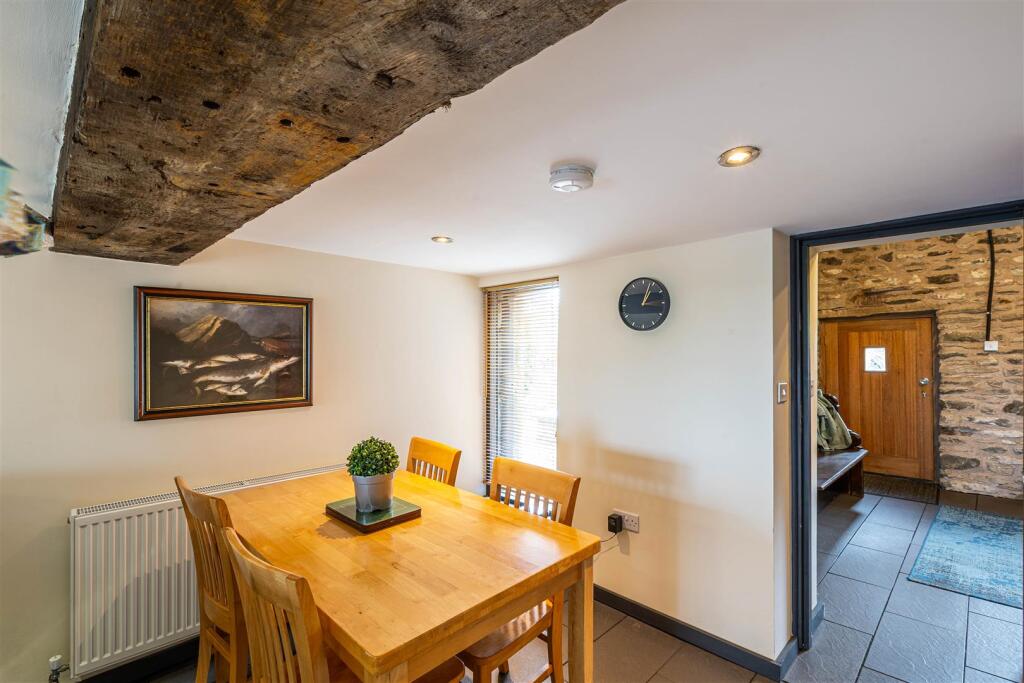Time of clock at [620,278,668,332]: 1:03
